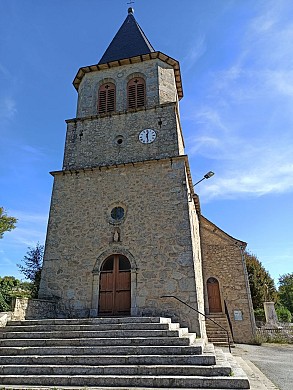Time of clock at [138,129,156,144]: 12:28
